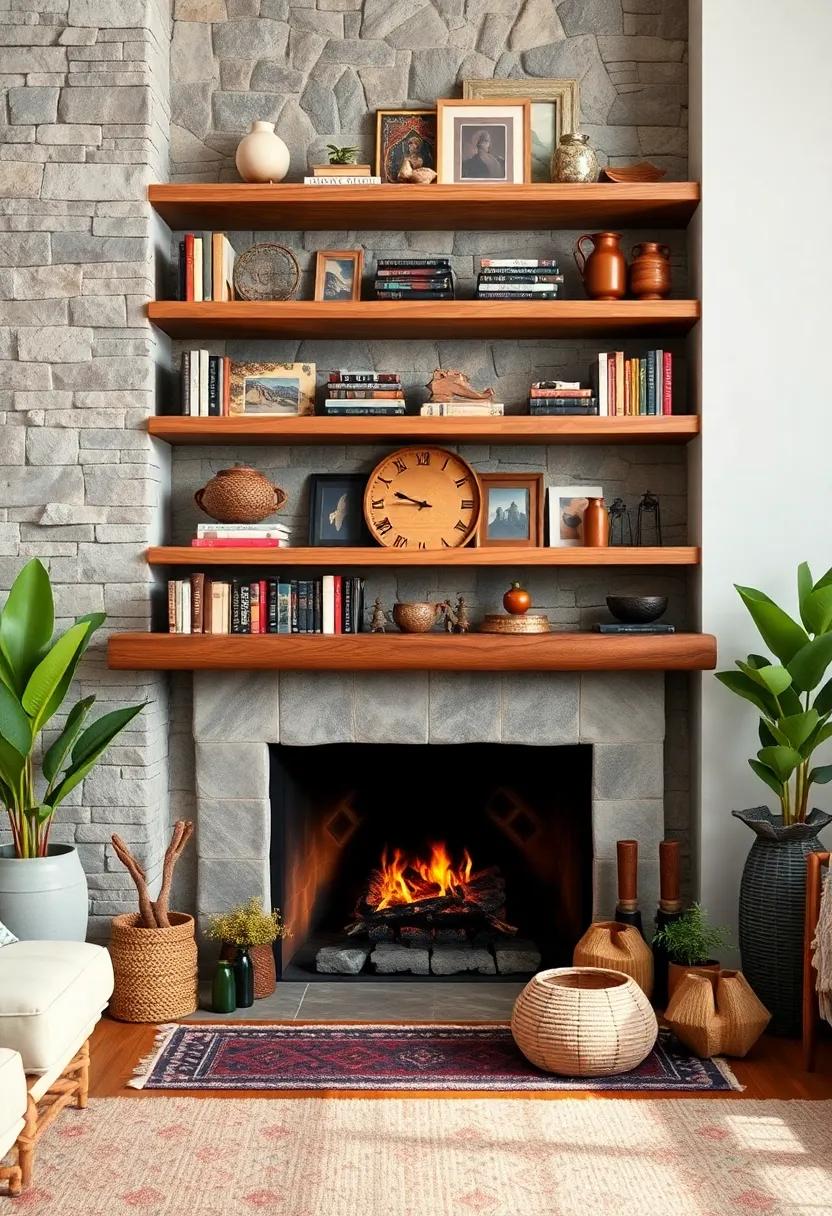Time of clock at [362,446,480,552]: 9:45
